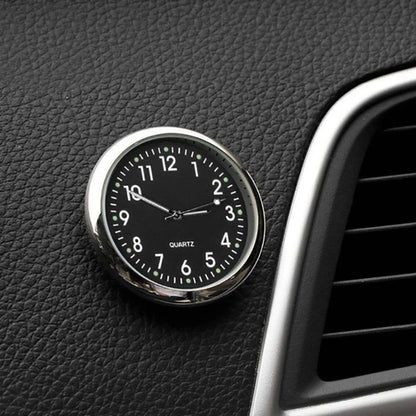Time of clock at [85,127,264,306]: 2:50
